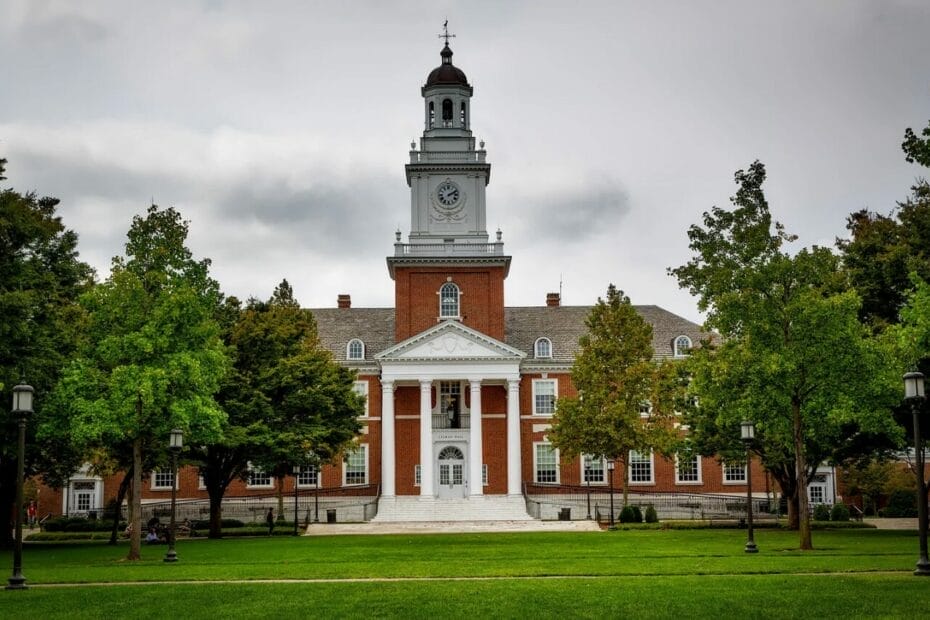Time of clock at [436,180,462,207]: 2:11
